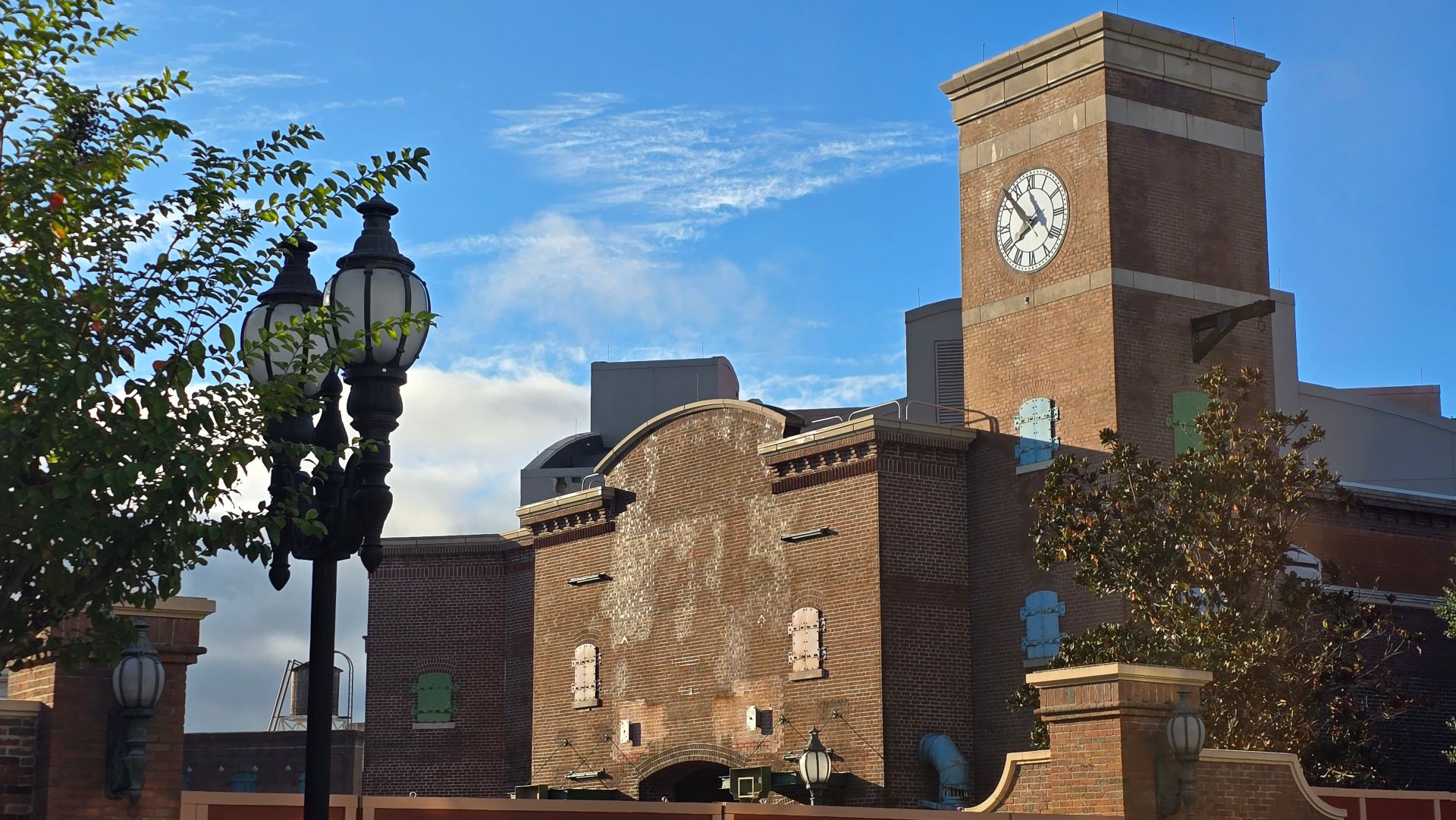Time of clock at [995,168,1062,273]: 7:52
